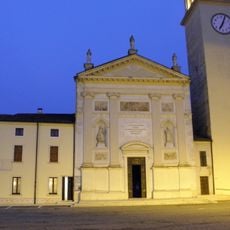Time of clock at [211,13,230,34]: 7:04
